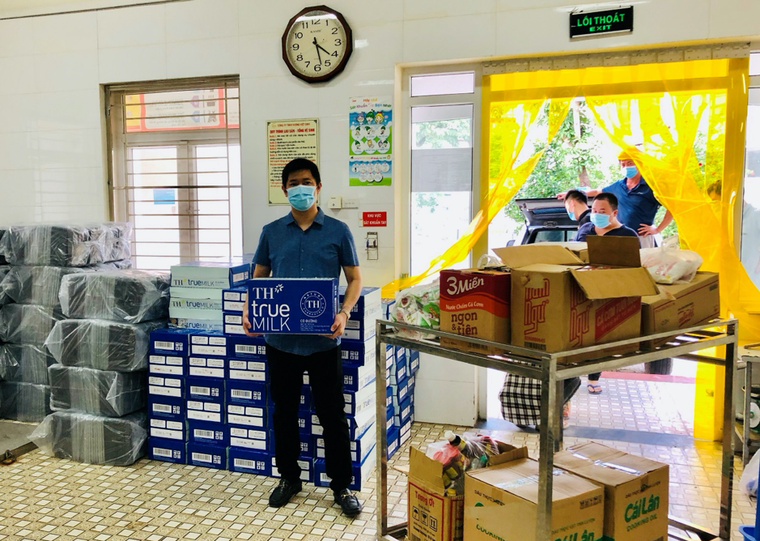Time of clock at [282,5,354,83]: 4:28
